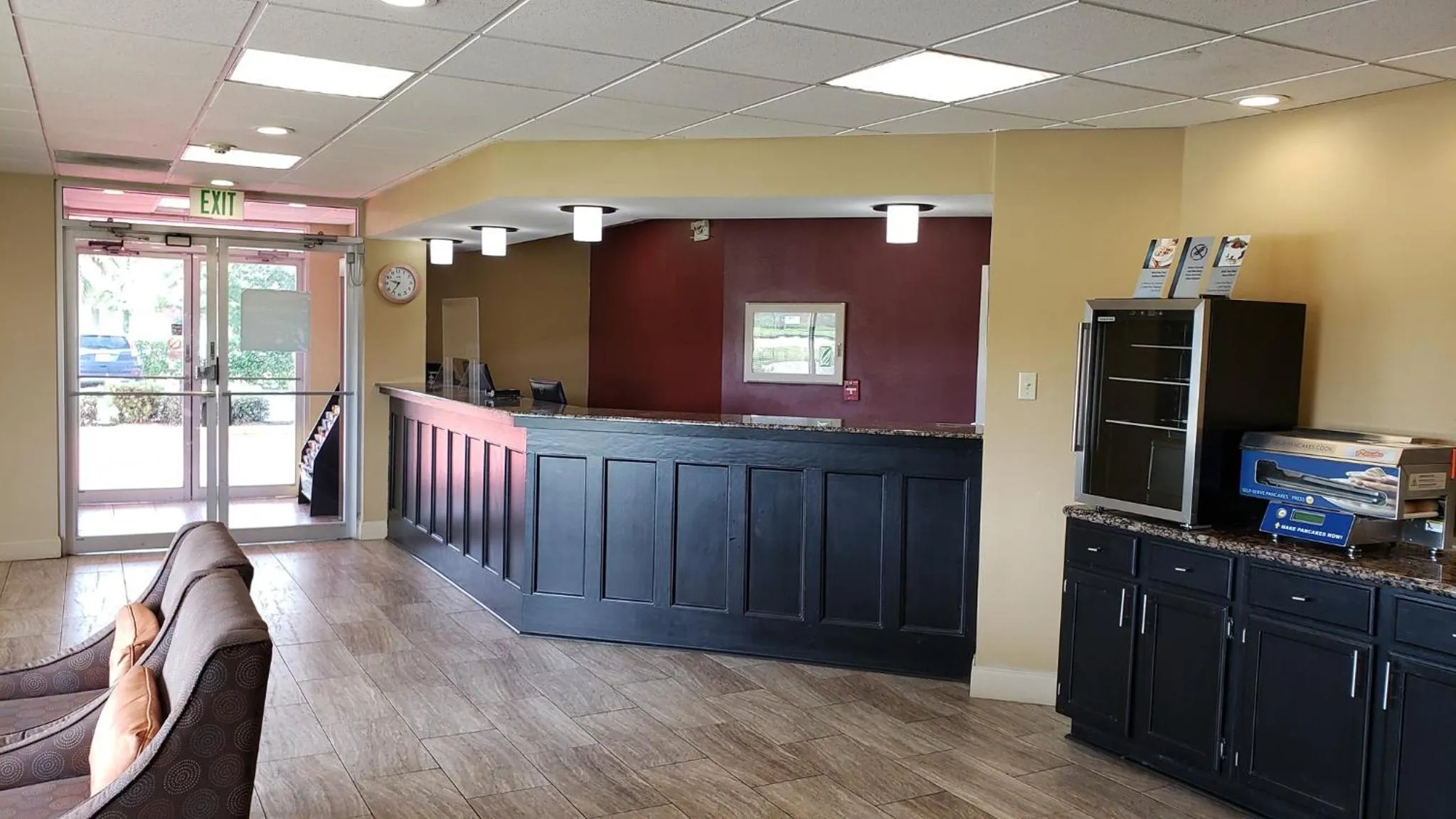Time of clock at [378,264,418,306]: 9:36
